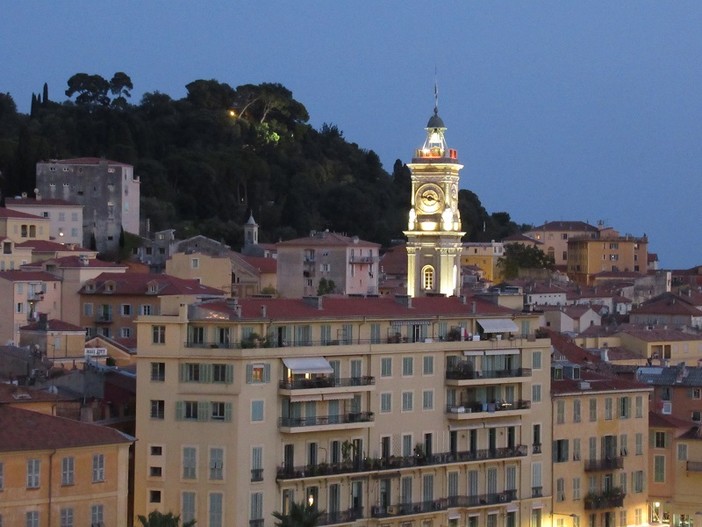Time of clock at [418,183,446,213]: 9:18
